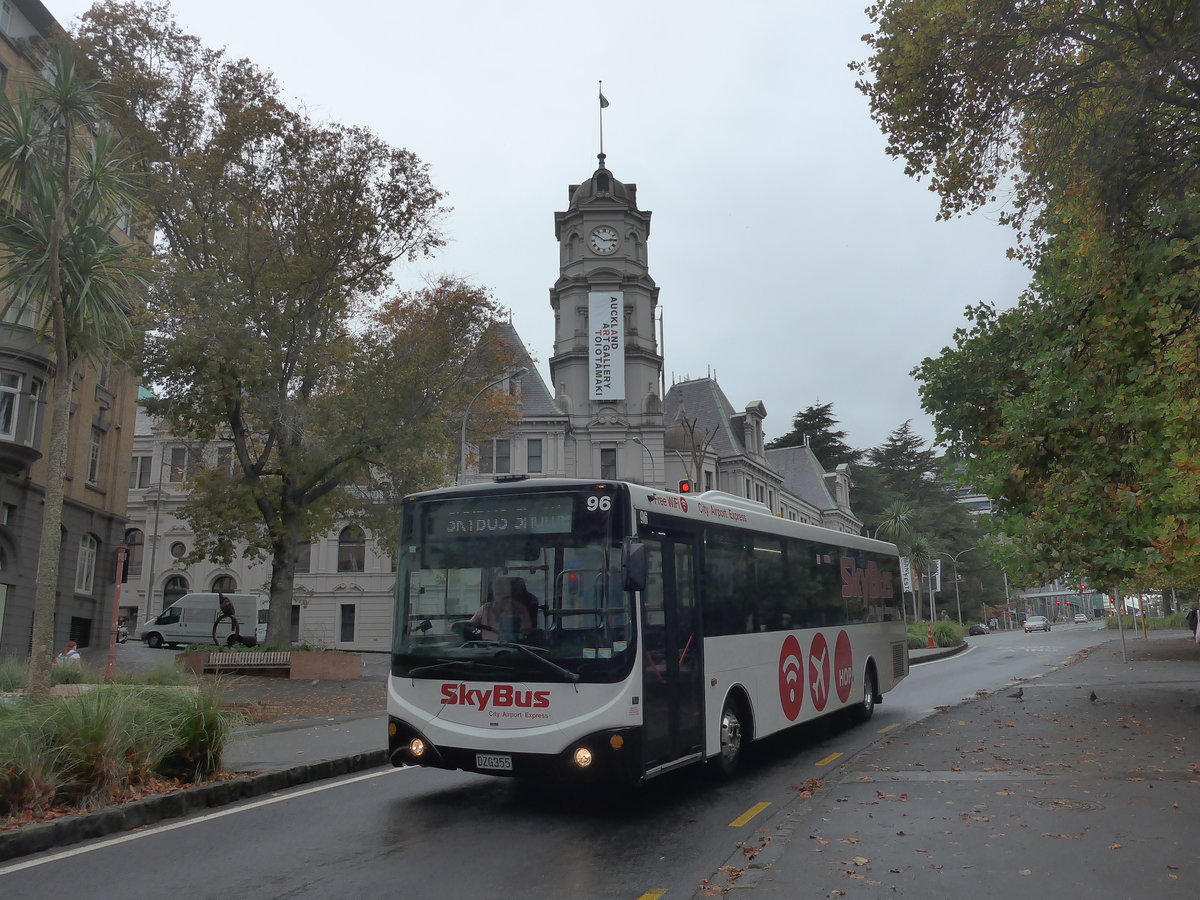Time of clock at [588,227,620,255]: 2:51
